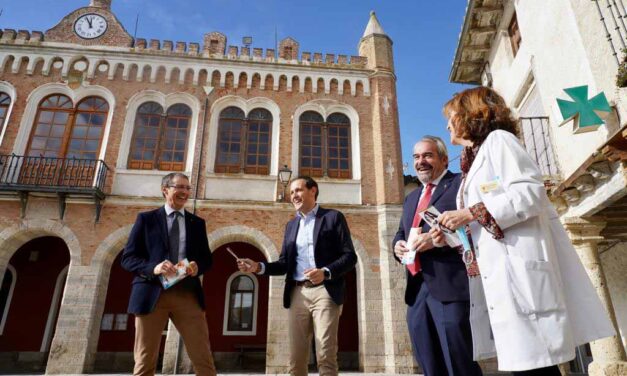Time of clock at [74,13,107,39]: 11:55
